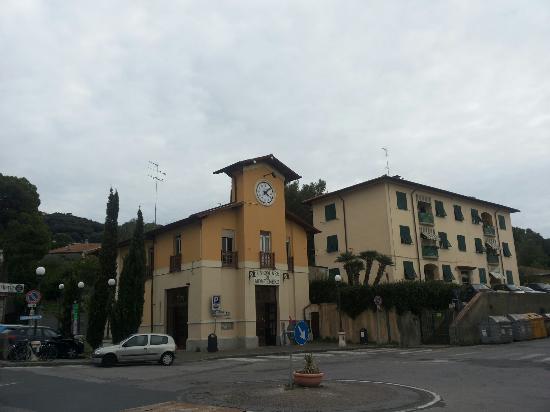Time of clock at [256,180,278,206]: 4:07
